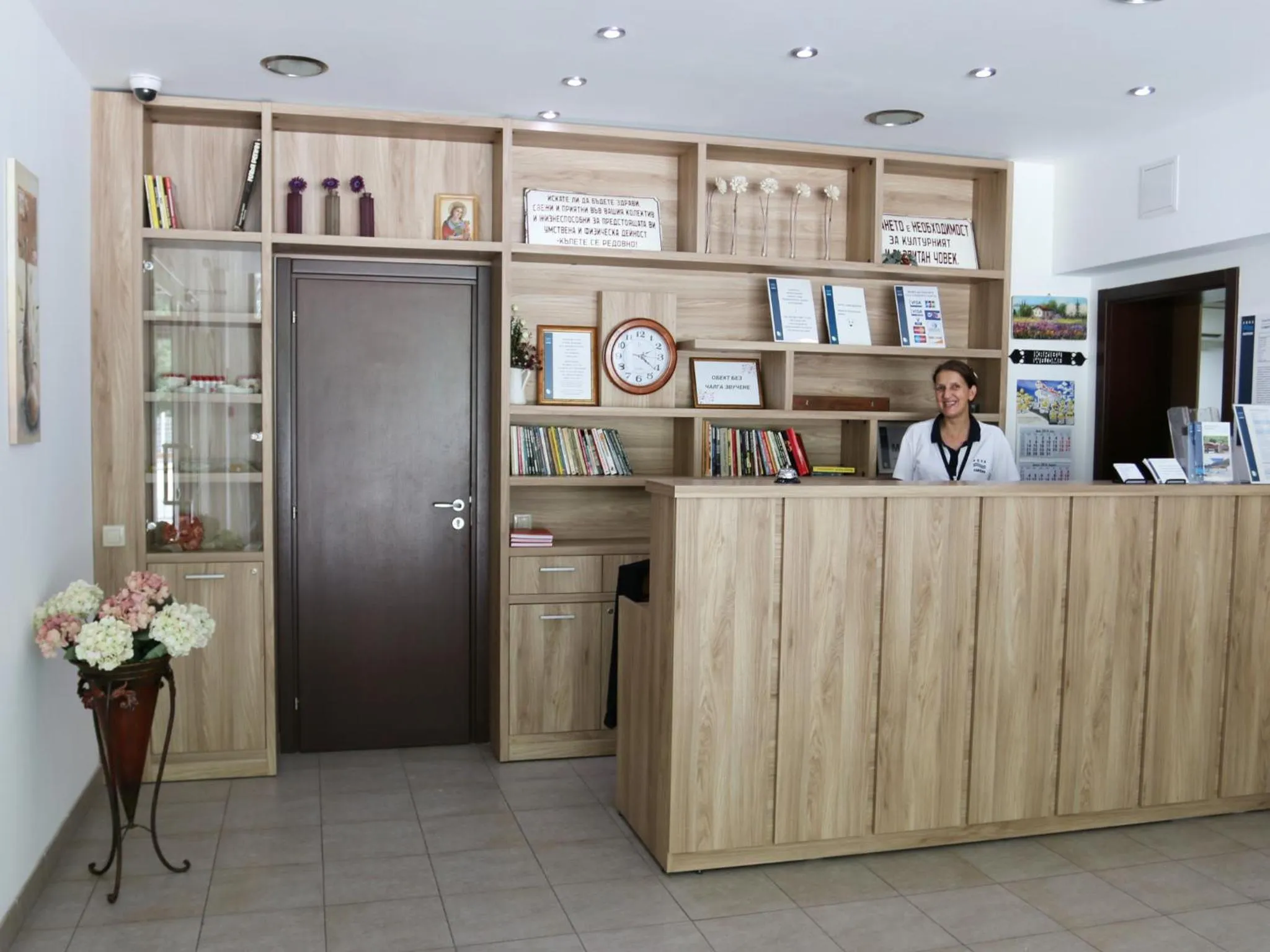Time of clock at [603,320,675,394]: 2:21
